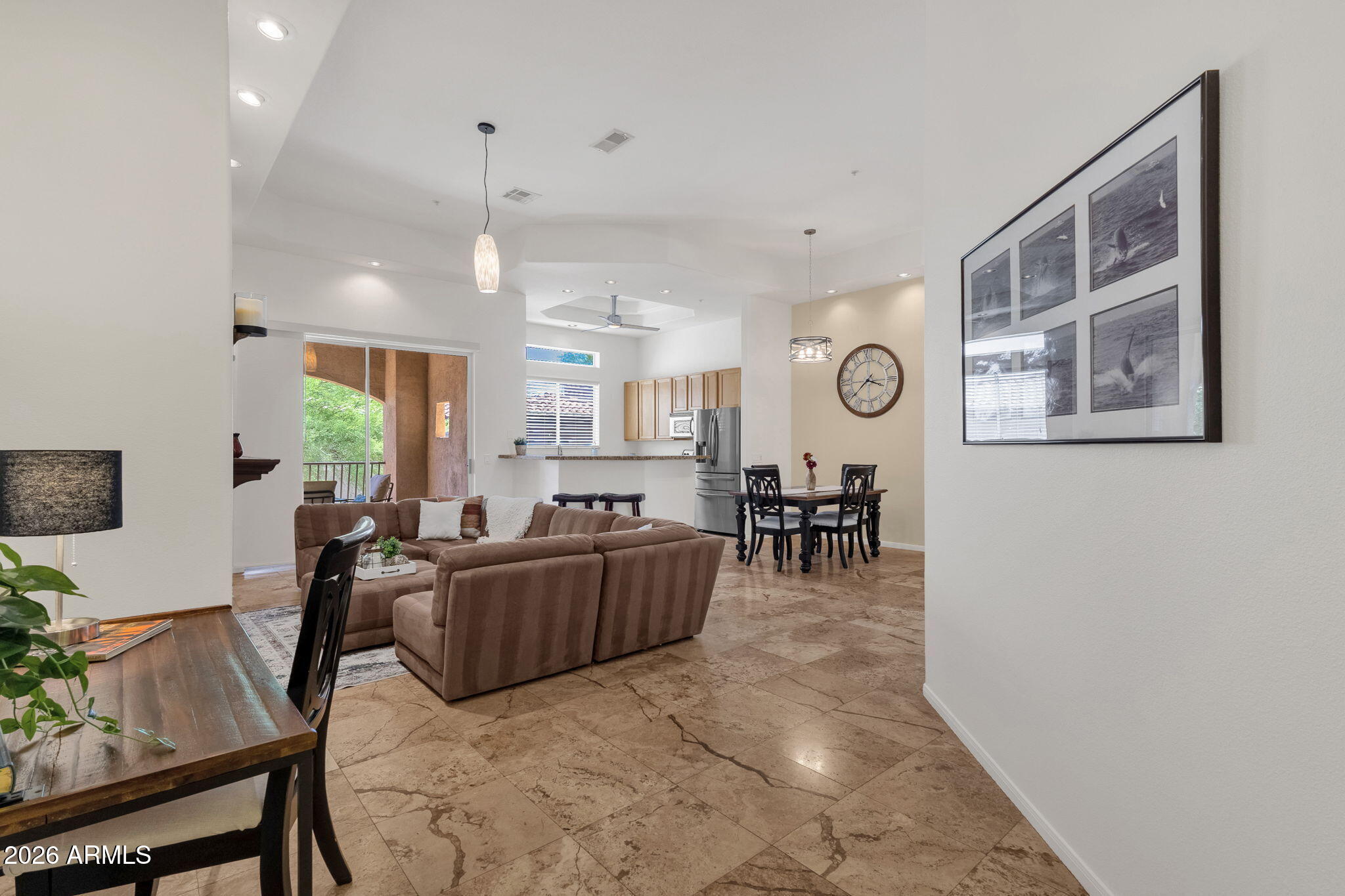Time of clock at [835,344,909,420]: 3:38
